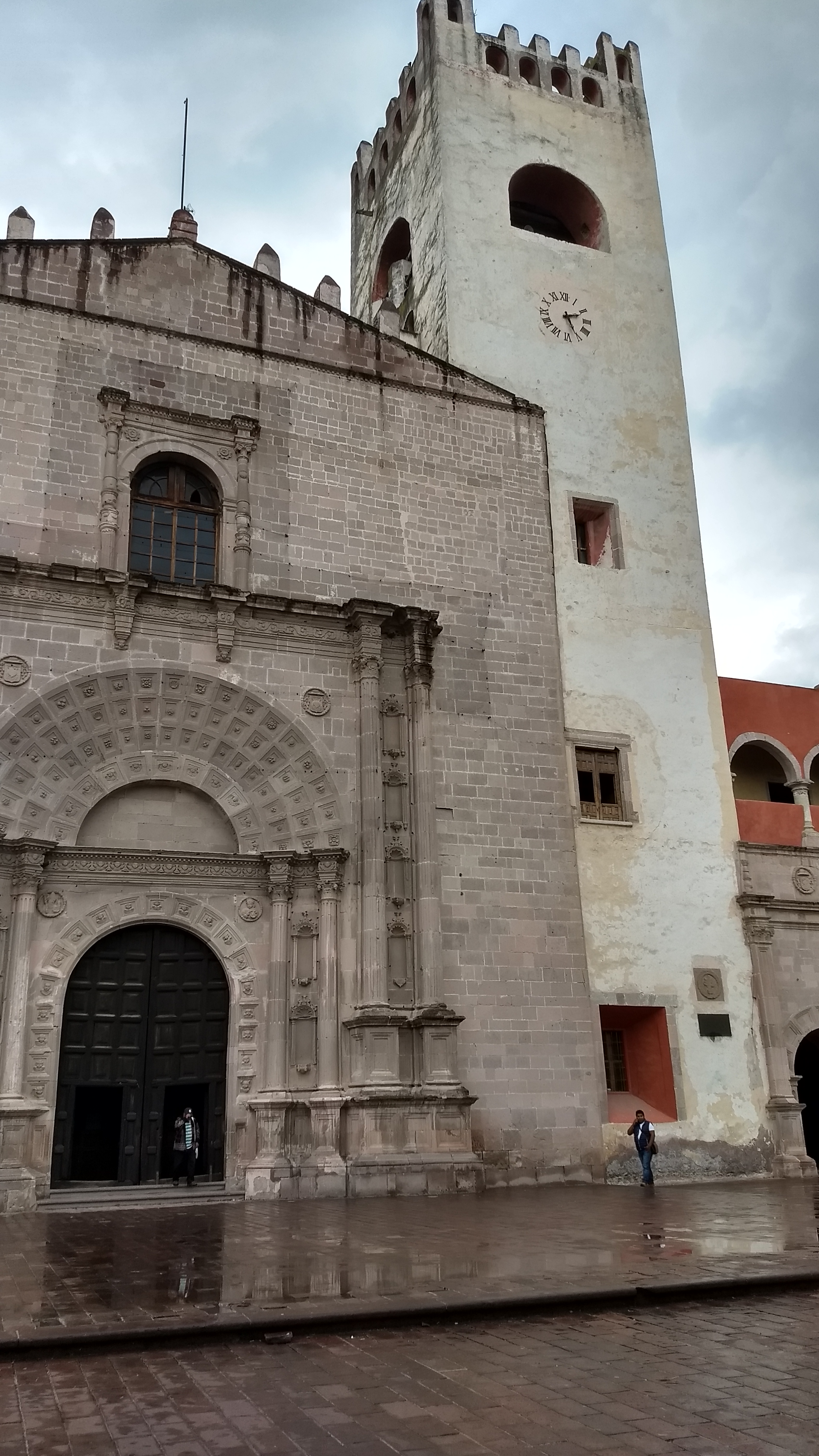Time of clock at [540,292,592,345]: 2:25
